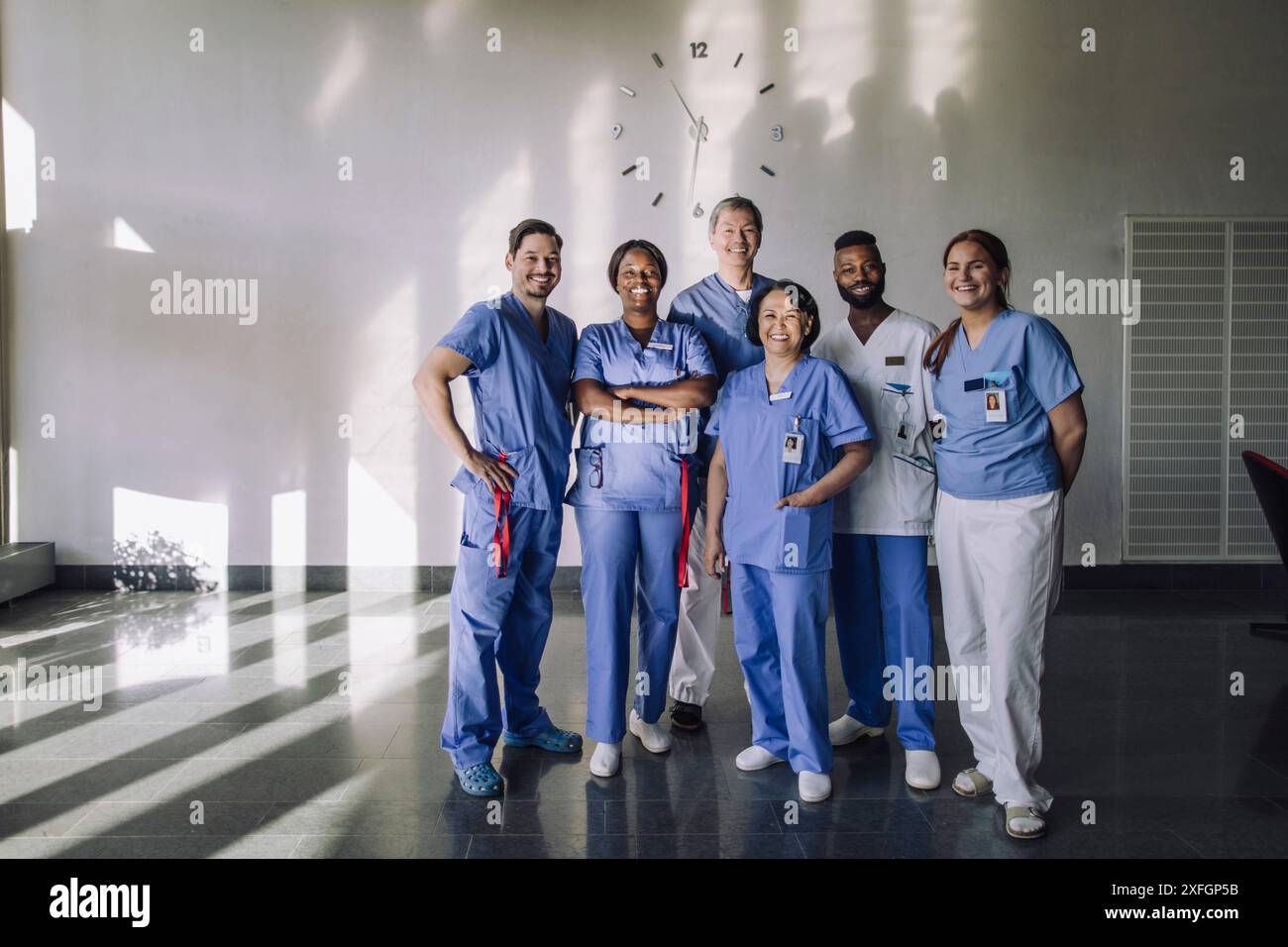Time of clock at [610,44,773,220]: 10:31
